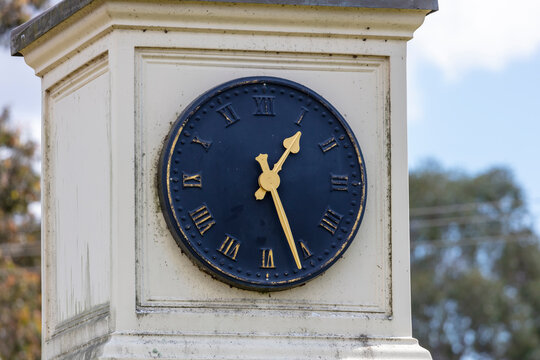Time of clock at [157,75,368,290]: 1:26
